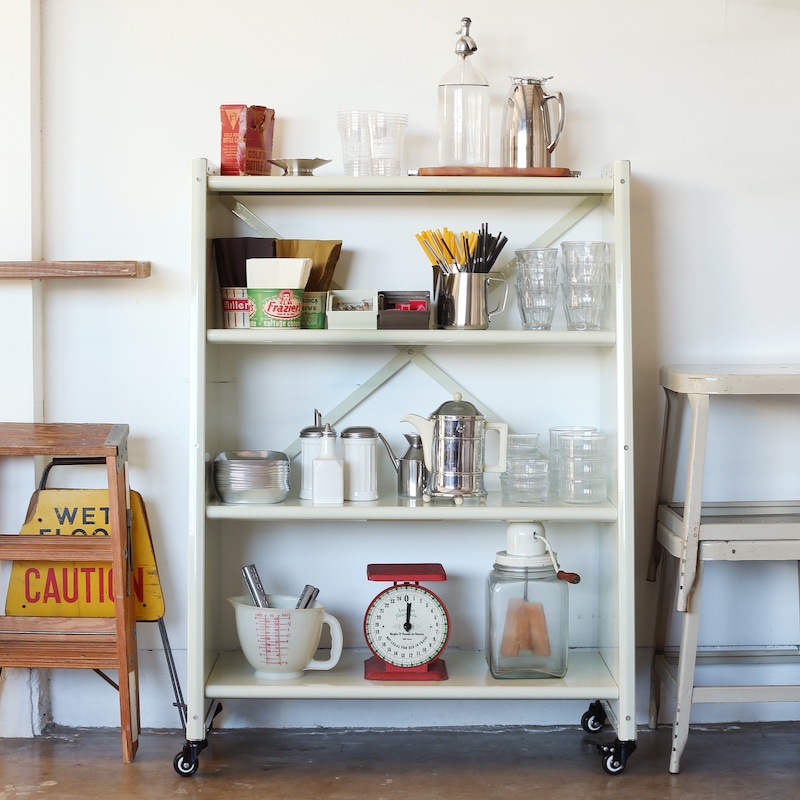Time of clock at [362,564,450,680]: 12:00
